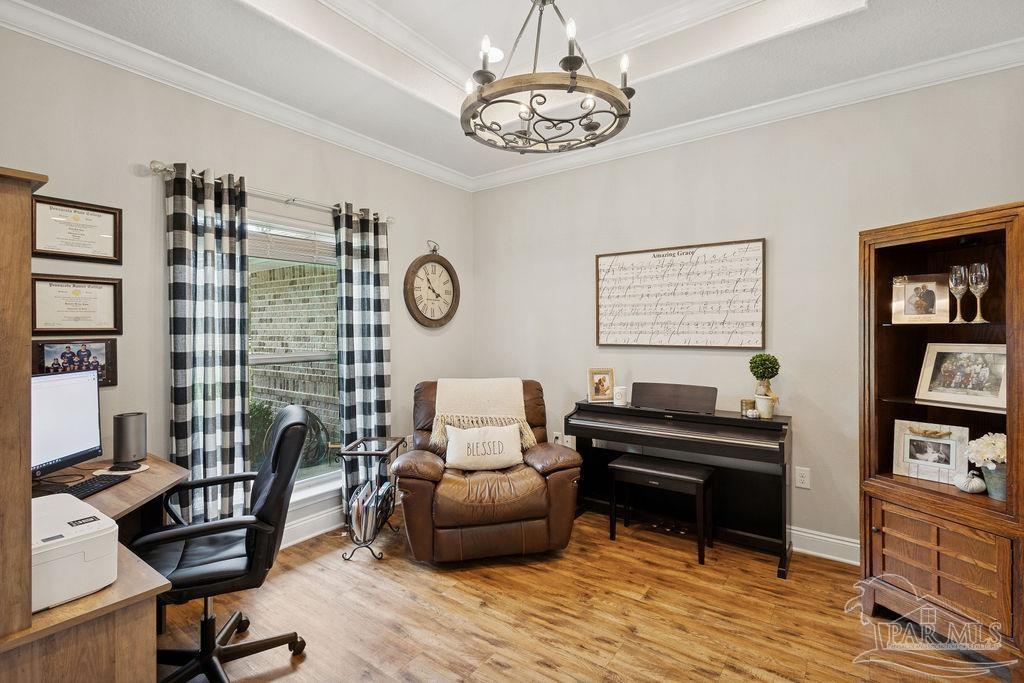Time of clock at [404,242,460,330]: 3:54
